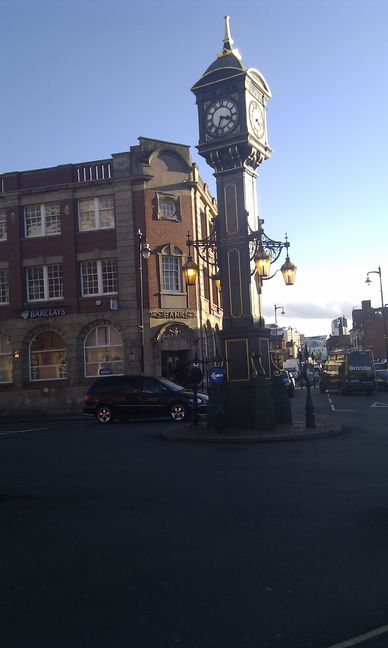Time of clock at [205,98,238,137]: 3:33
